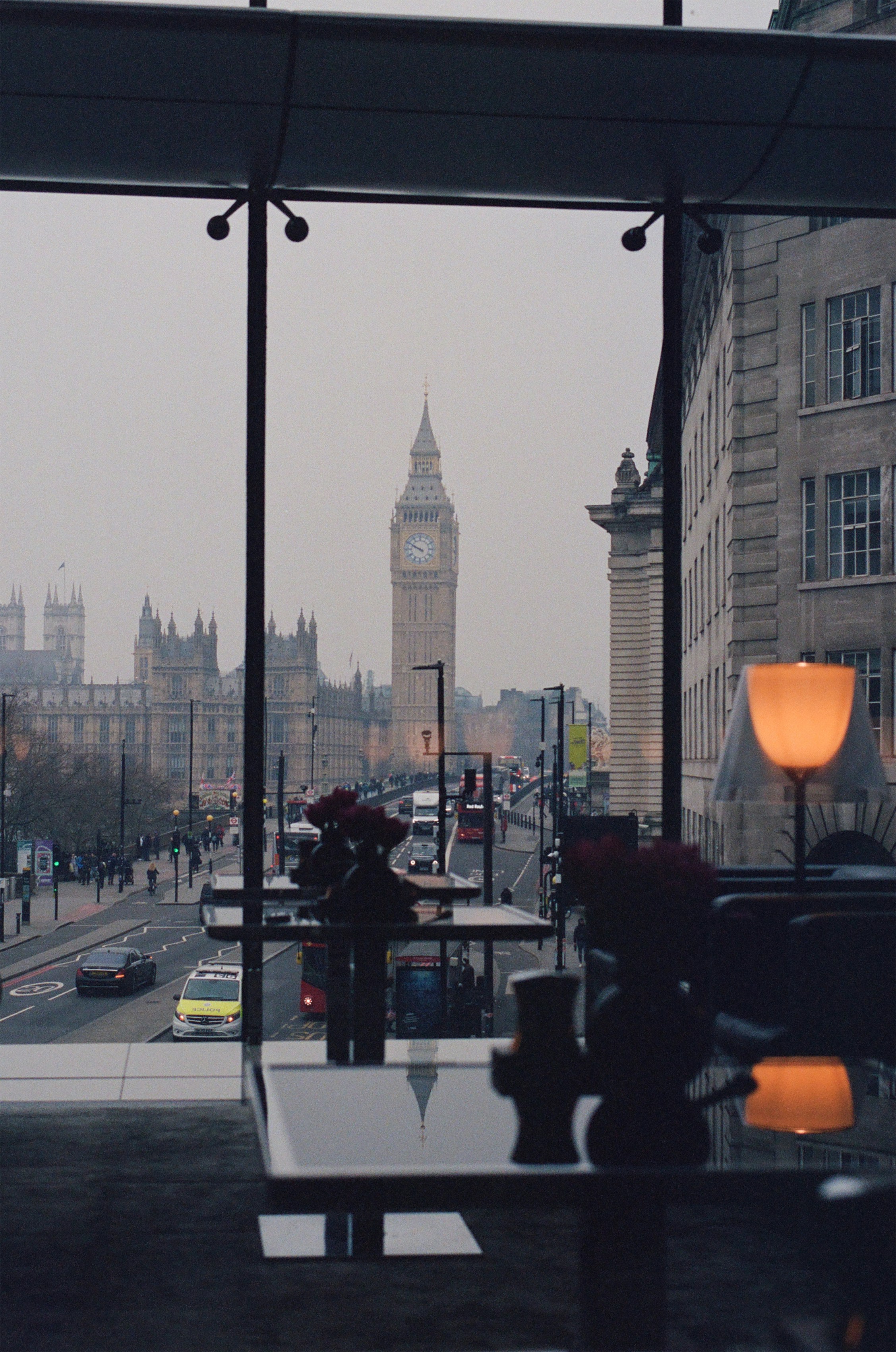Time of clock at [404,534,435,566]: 9:50
